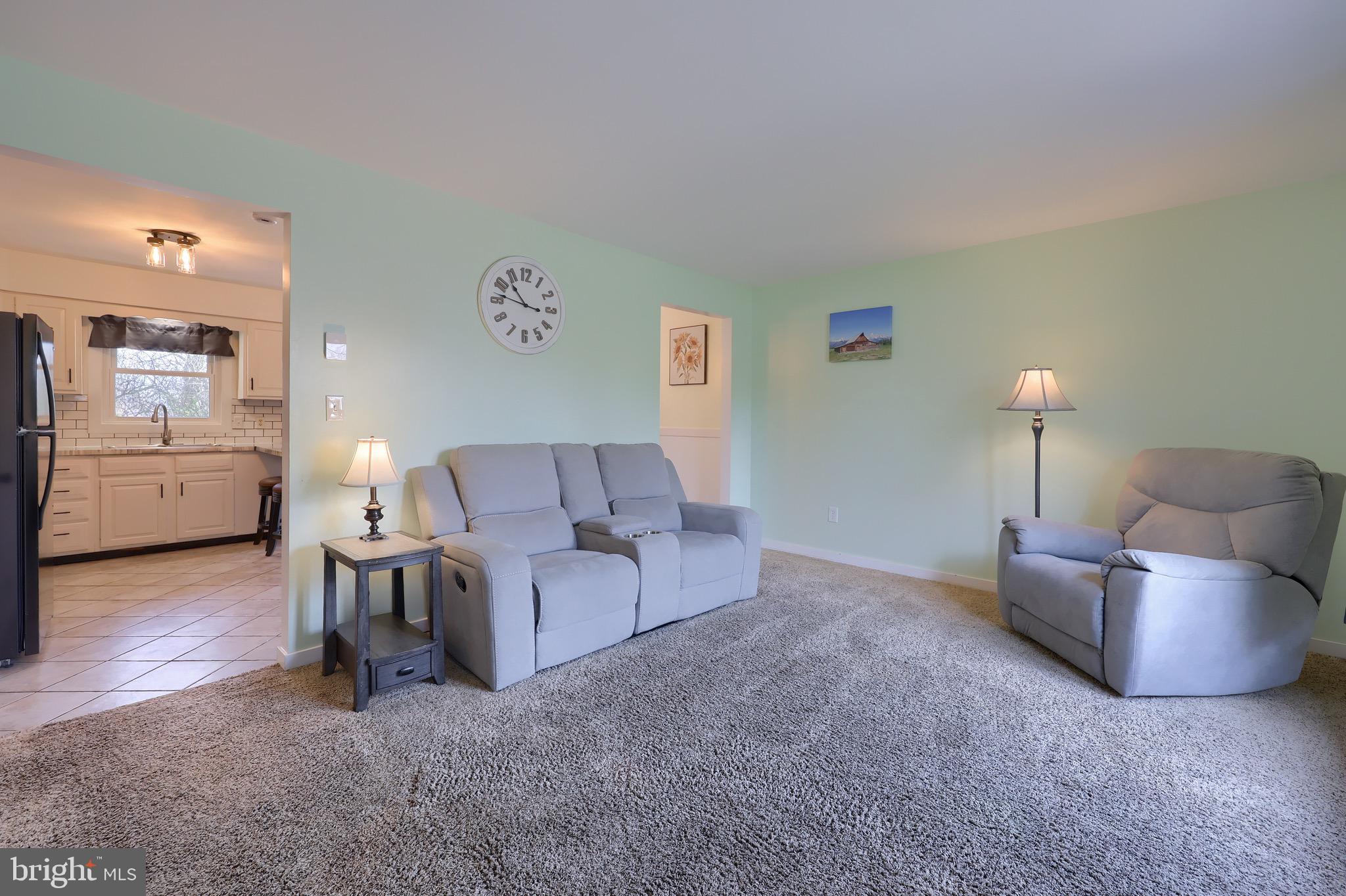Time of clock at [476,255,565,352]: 10:46
